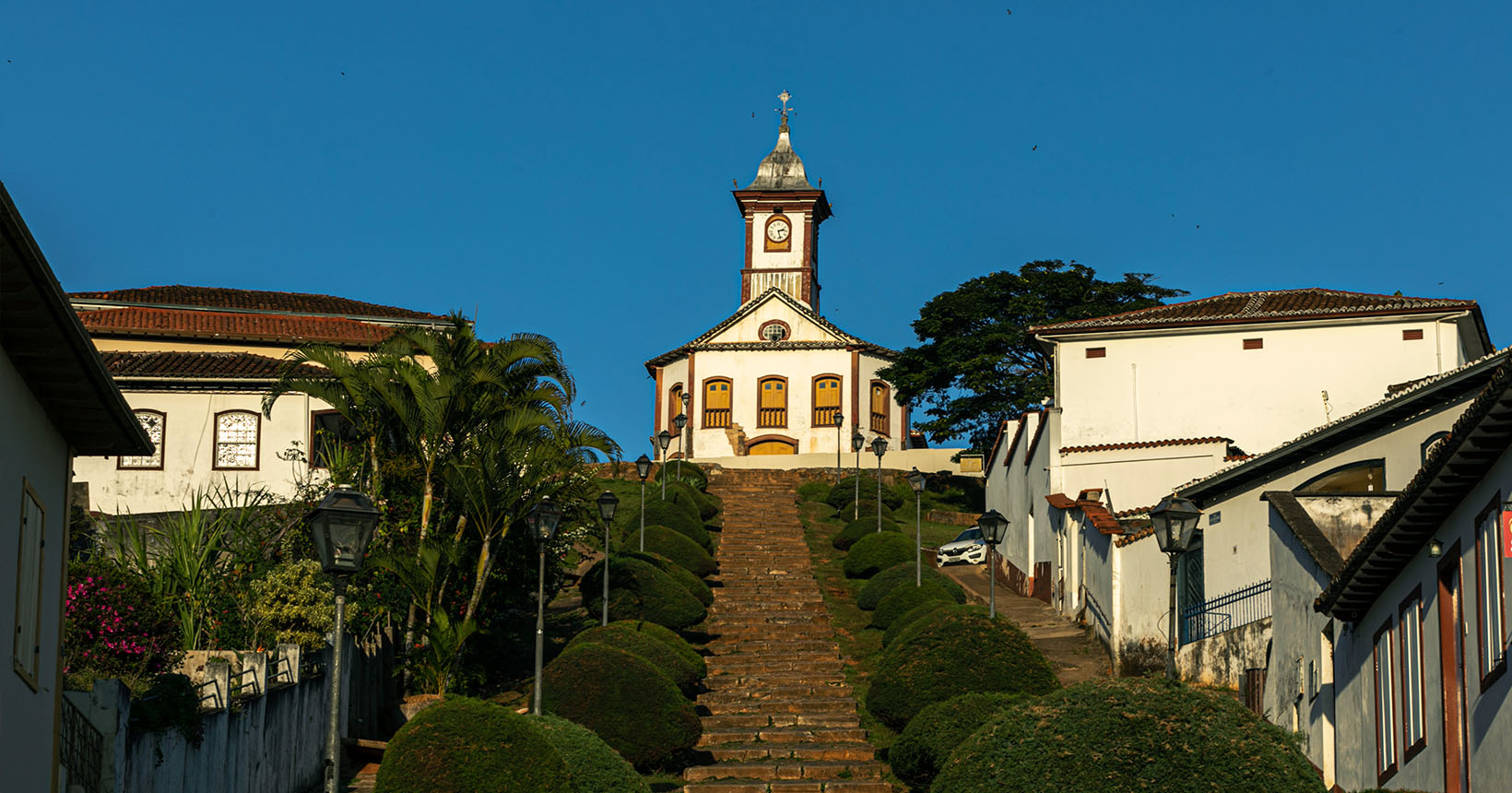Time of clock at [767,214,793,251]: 2:27
